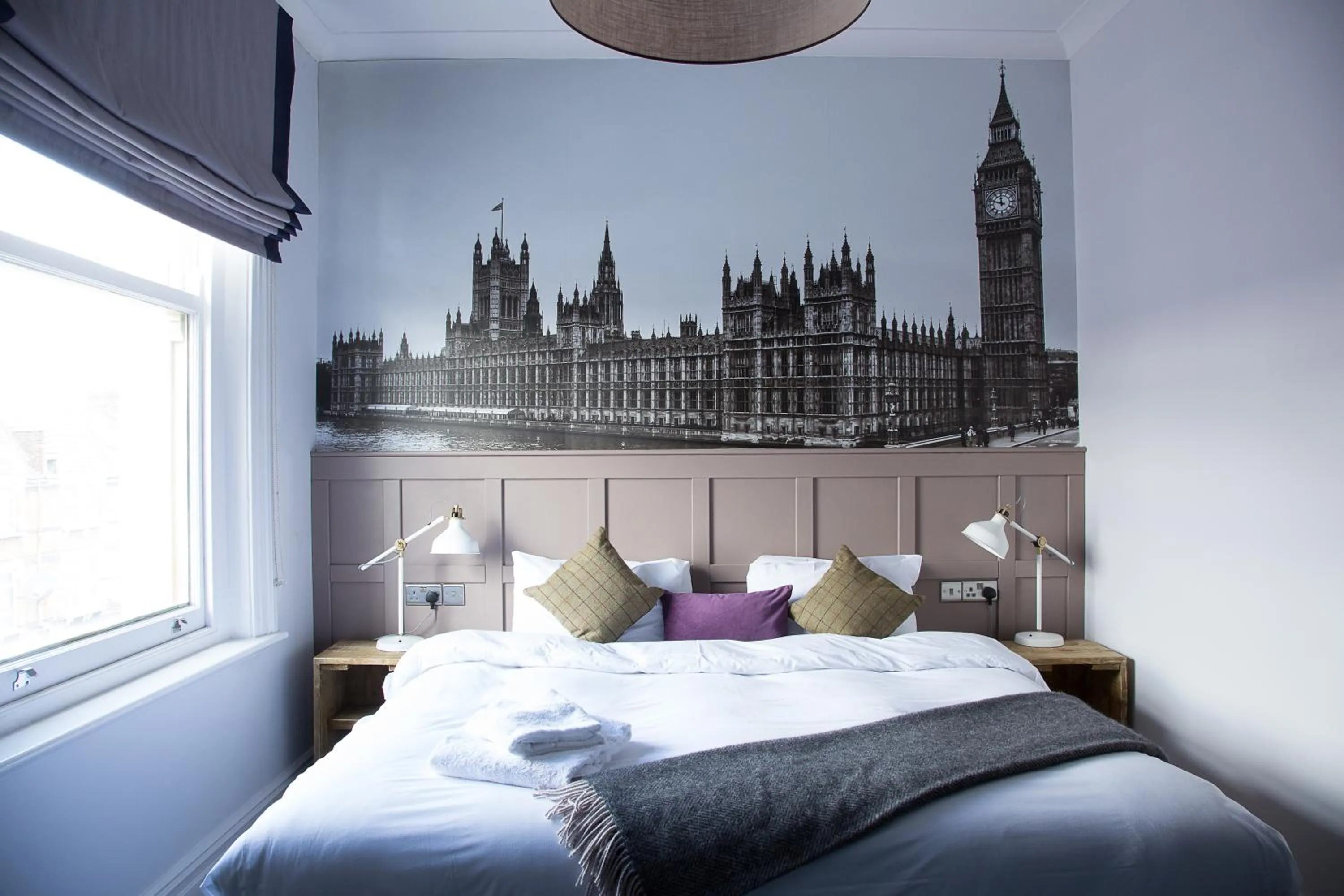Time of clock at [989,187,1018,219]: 11:48
